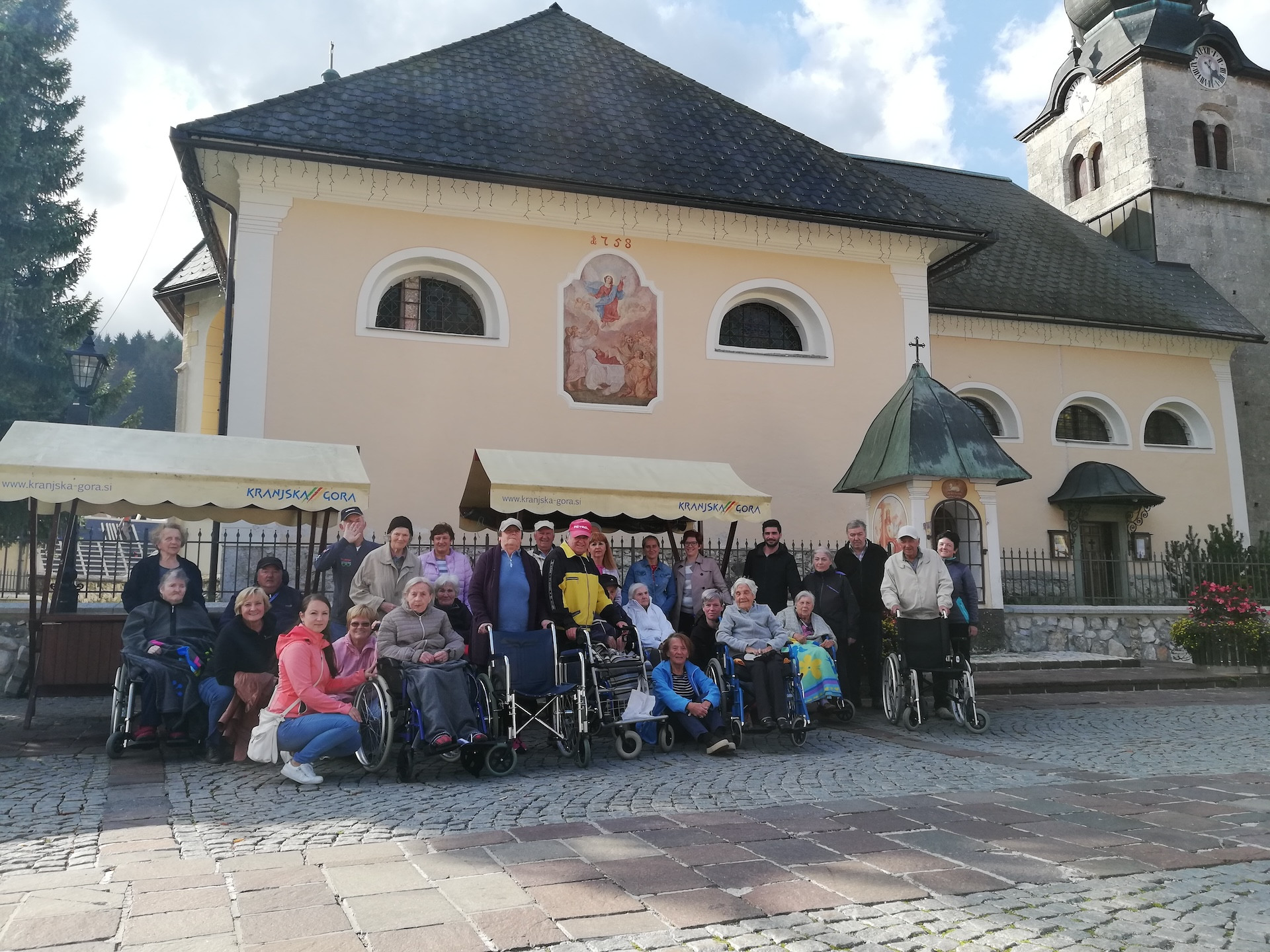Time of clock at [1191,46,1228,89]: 4:29
